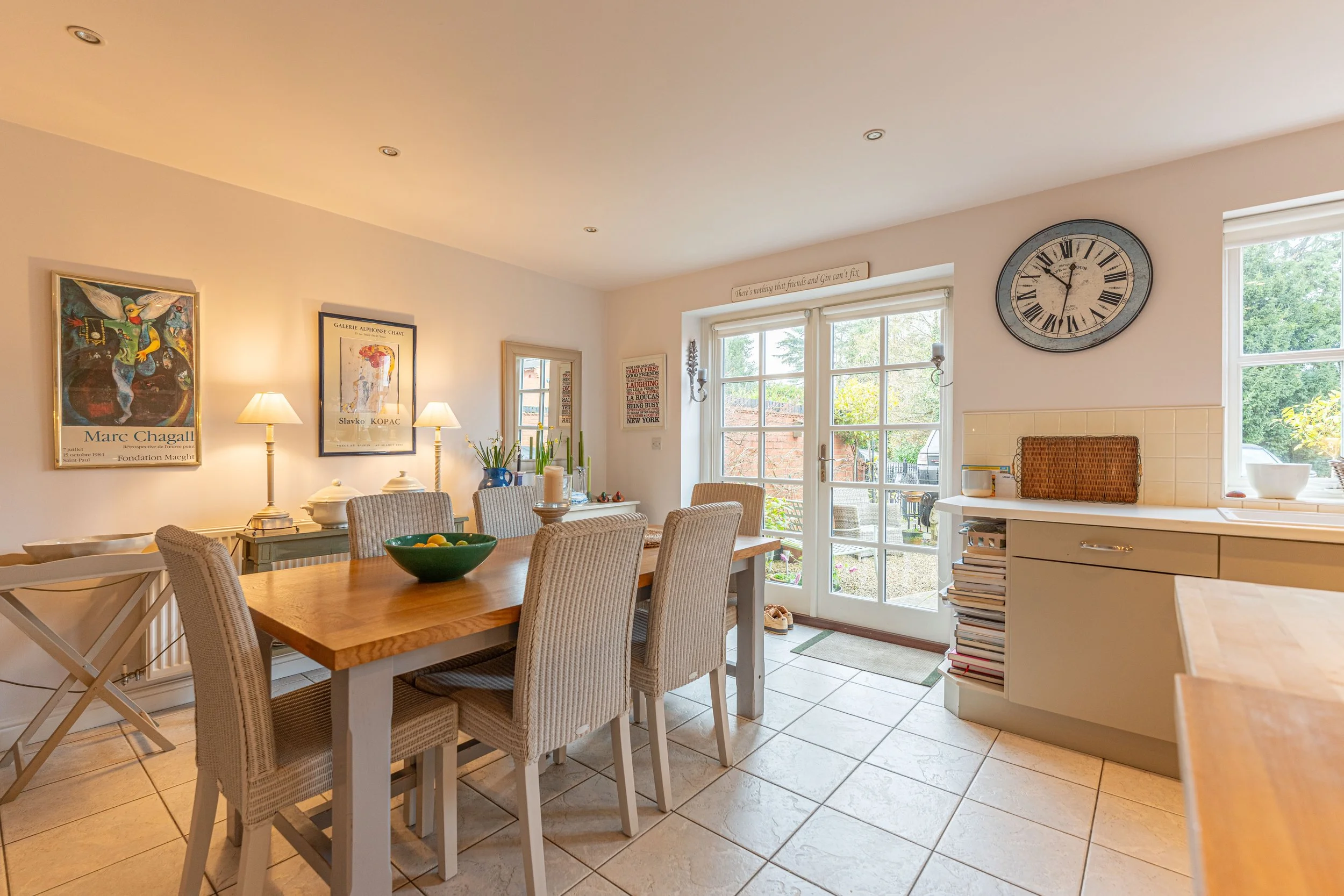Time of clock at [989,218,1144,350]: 10:32
